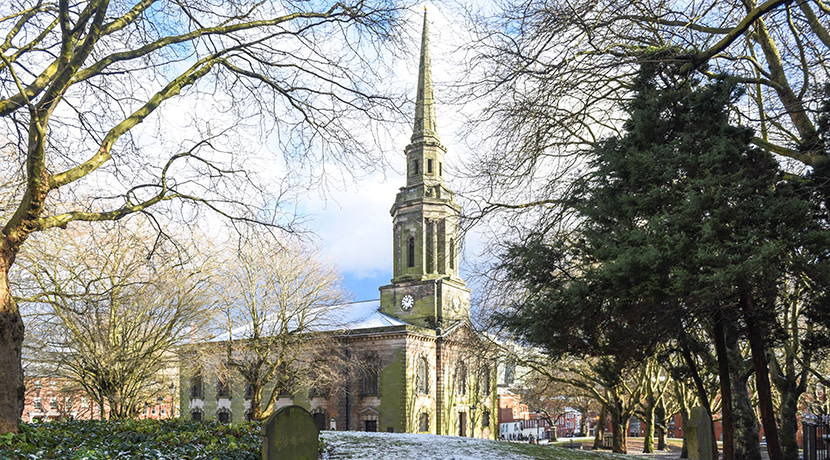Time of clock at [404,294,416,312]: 12:49
